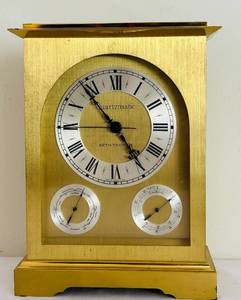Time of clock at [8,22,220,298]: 4:53
